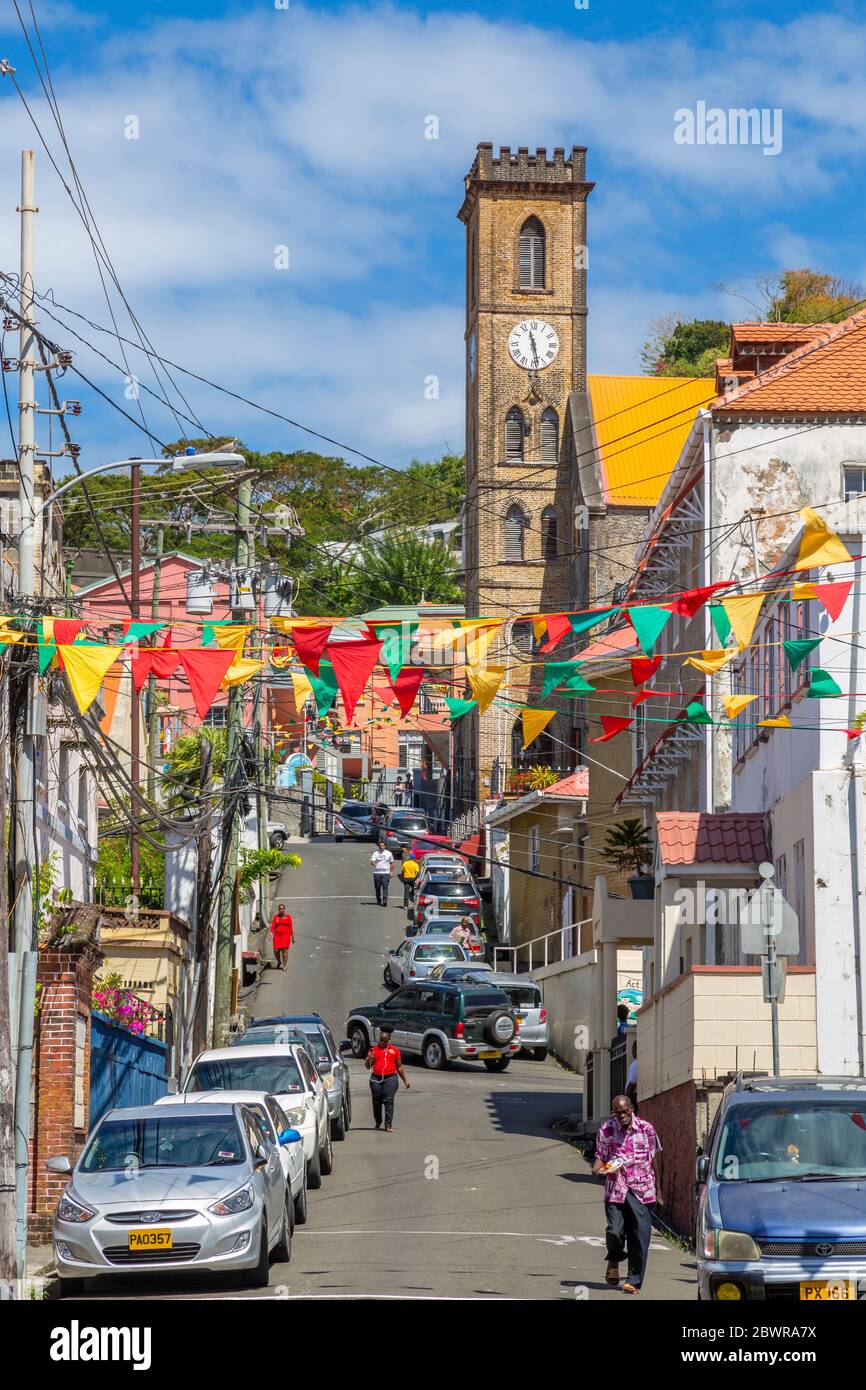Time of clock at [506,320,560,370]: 11:28
